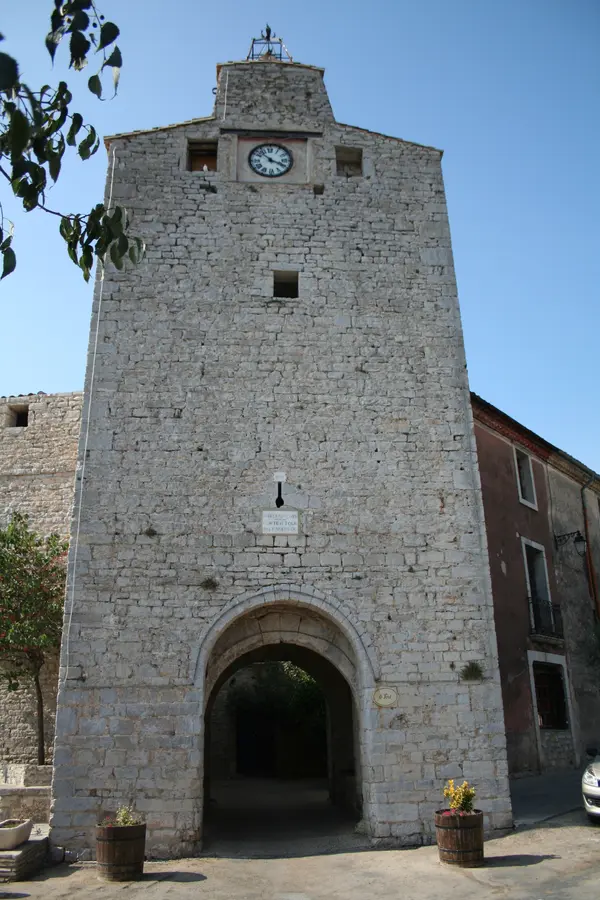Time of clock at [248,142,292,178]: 3:52
